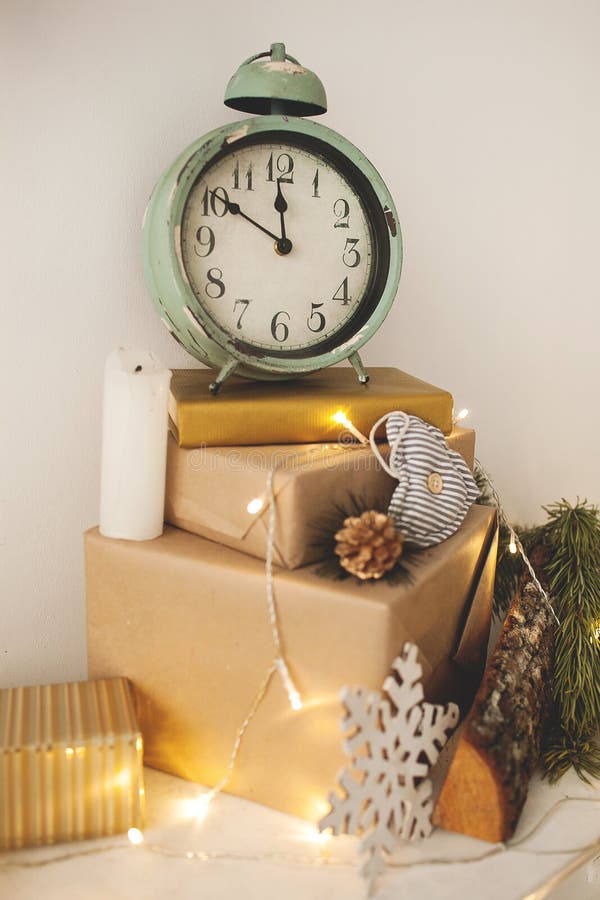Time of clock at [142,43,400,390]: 11:50
